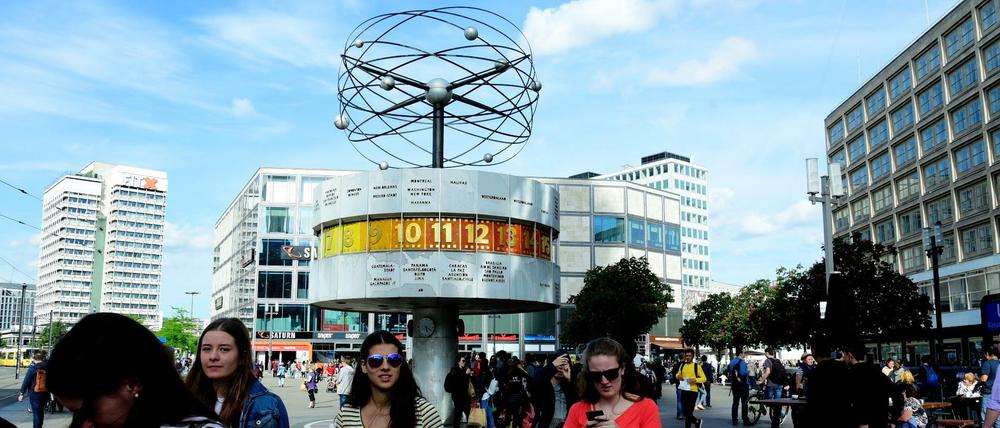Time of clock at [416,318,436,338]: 5:18
